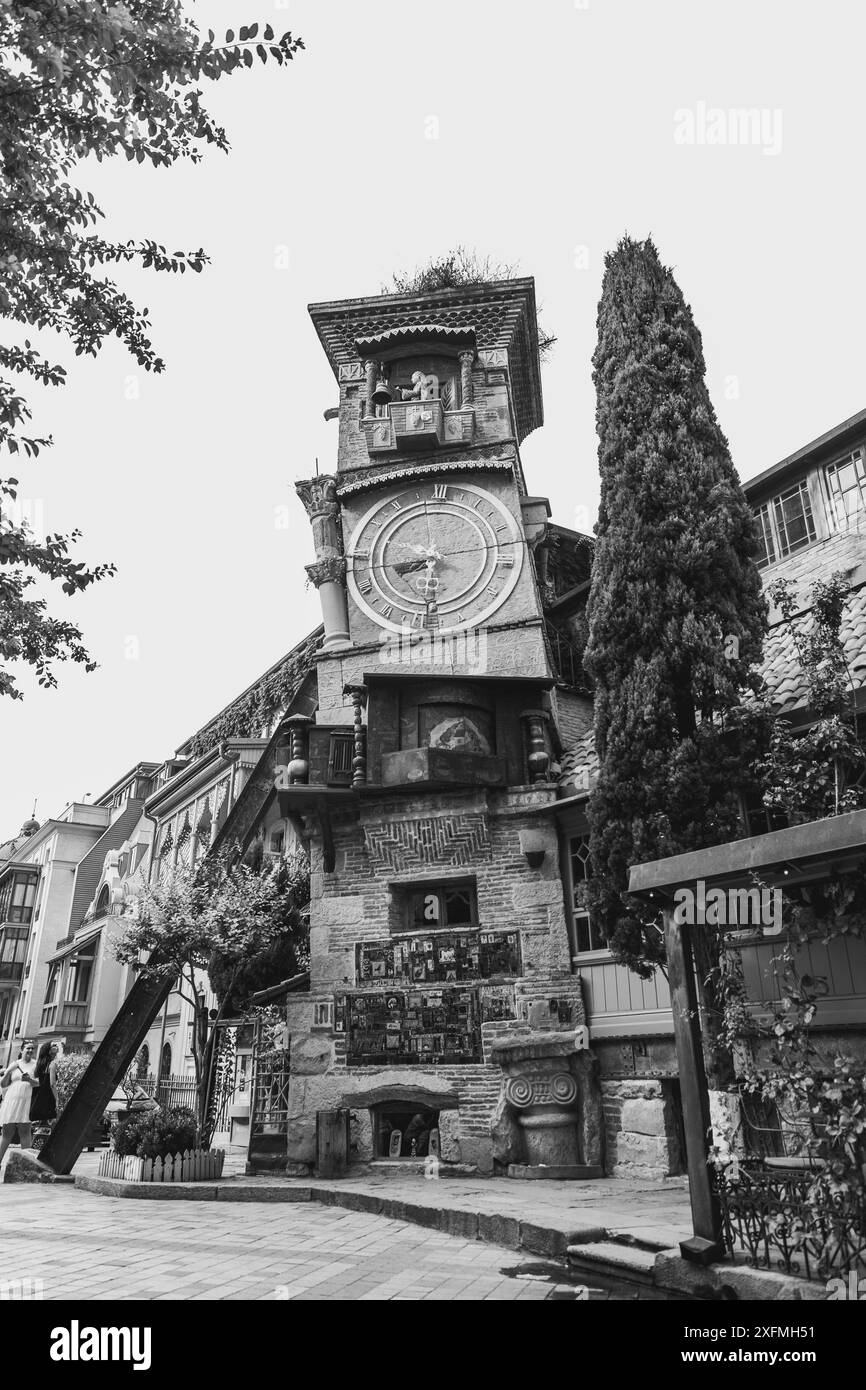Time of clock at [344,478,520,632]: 8:29
